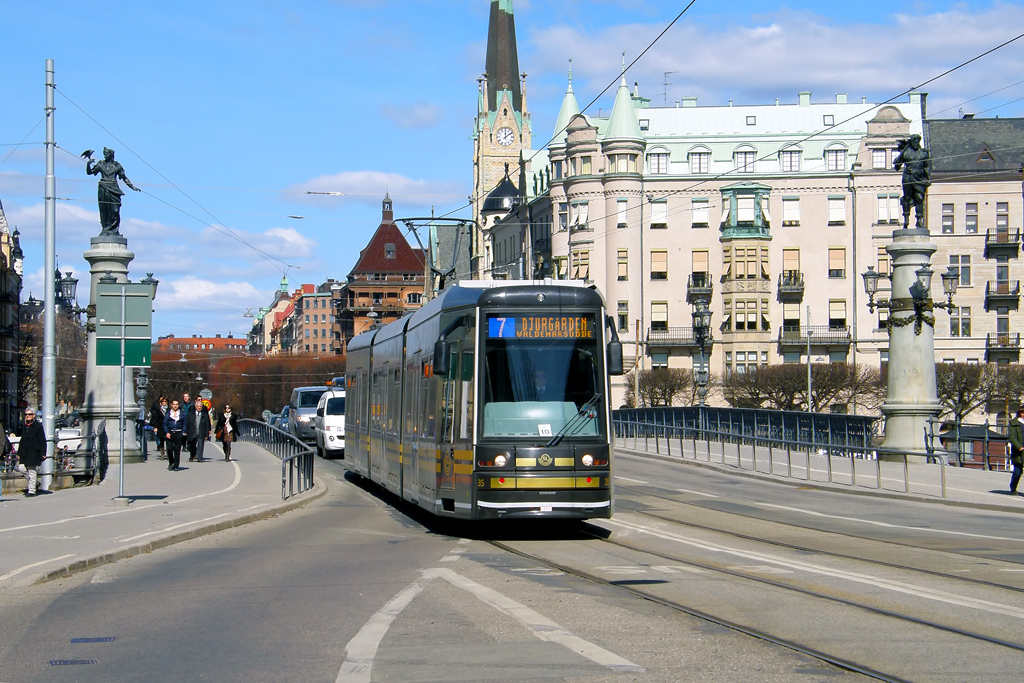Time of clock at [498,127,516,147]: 12:09
